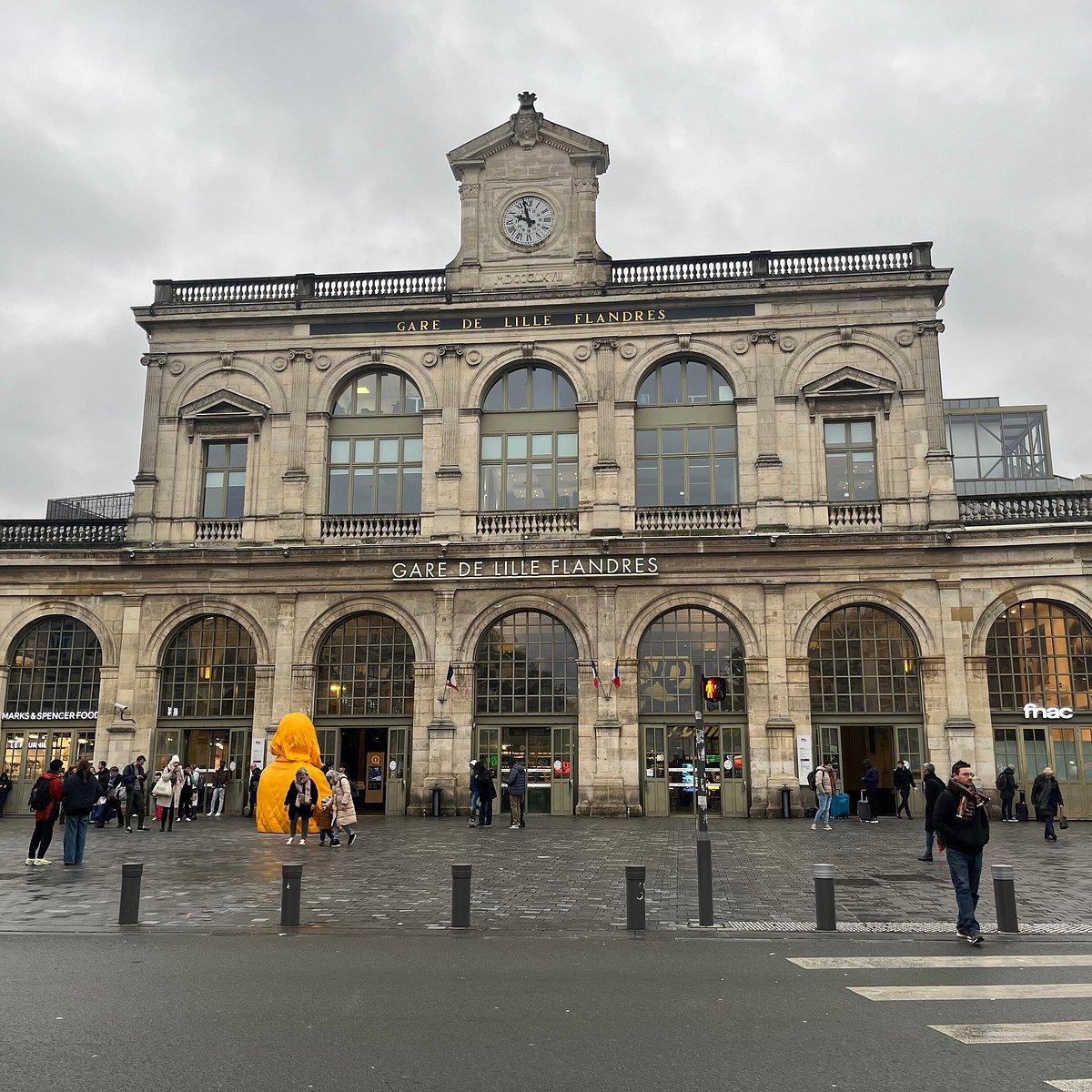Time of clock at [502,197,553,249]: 9:57
